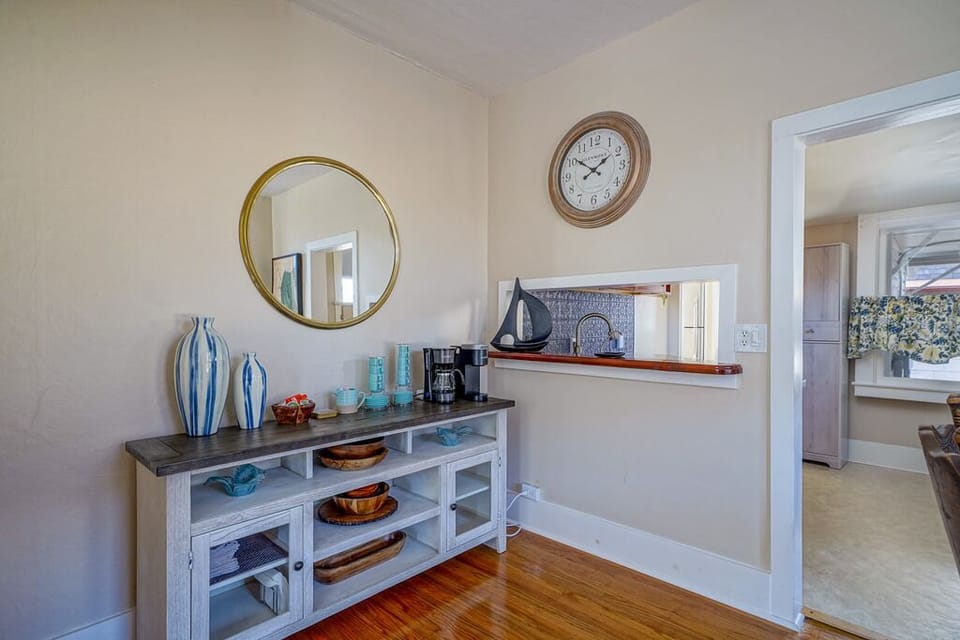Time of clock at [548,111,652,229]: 1:50
